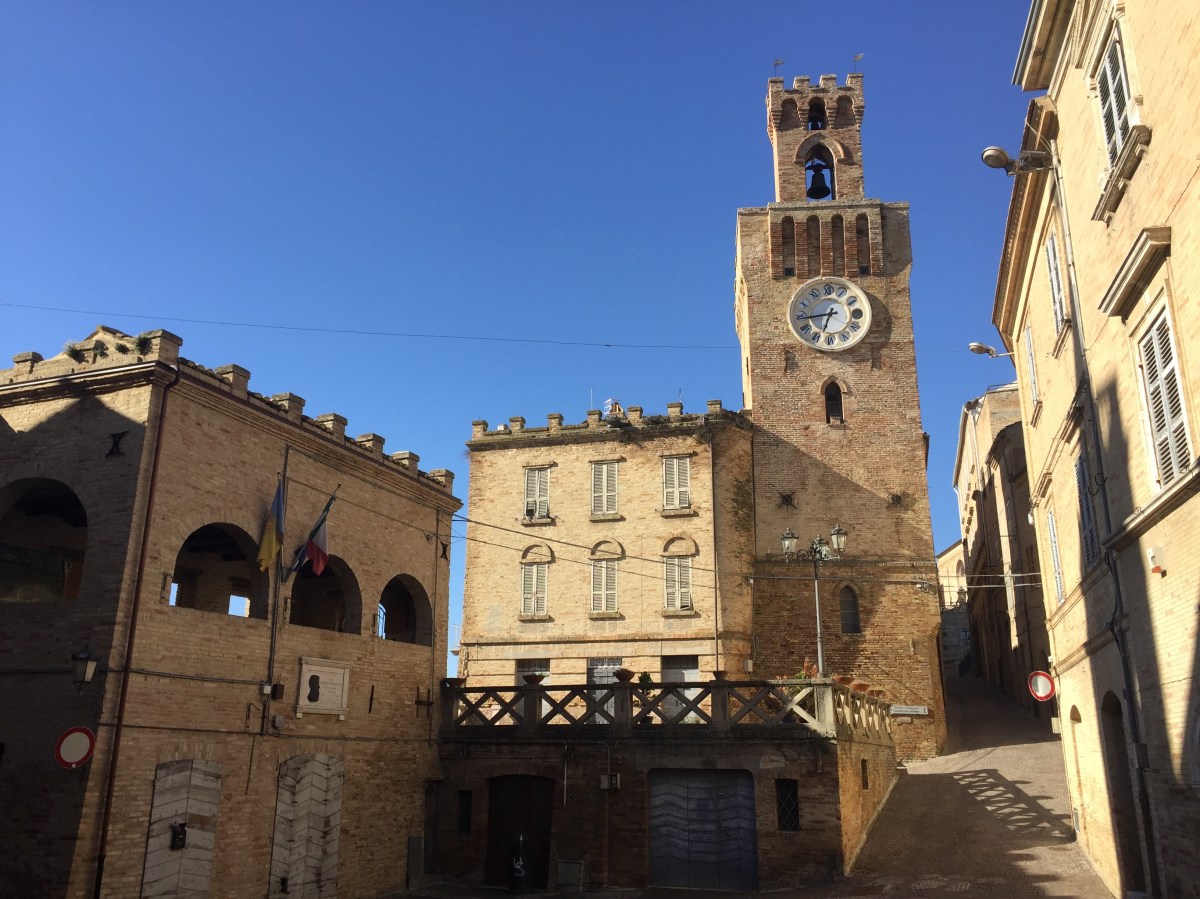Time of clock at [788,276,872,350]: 6:44
